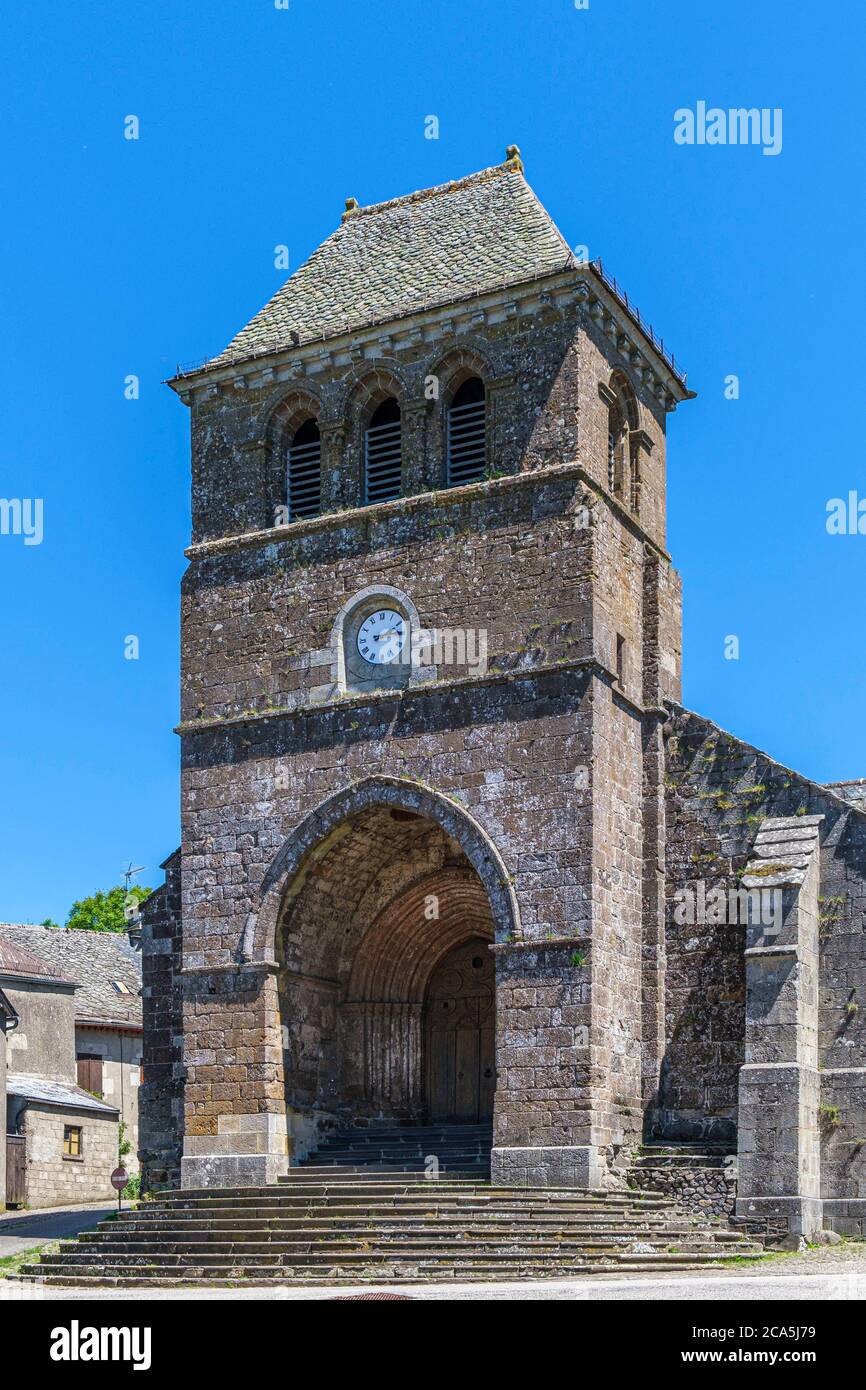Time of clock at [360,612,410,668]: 2:14
